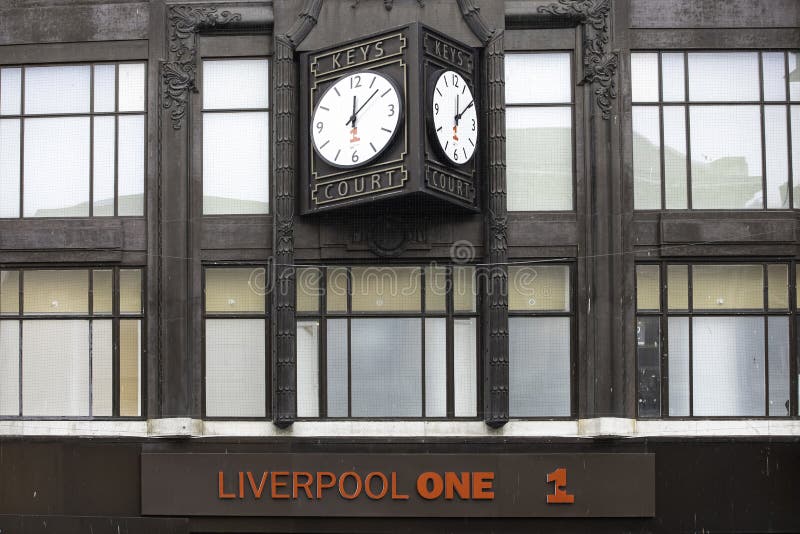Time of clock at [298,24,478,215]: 12:07
